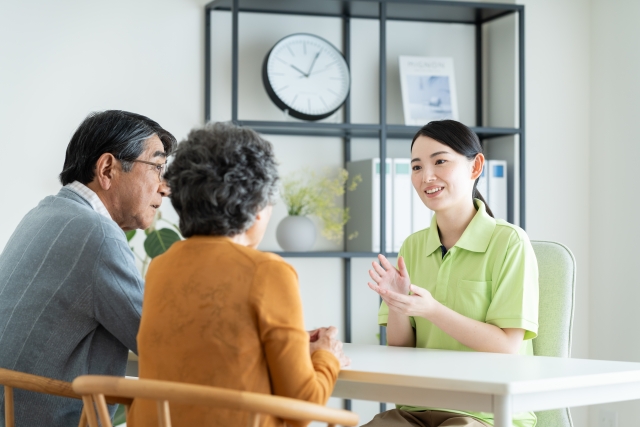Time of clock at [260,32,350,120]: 10:04
